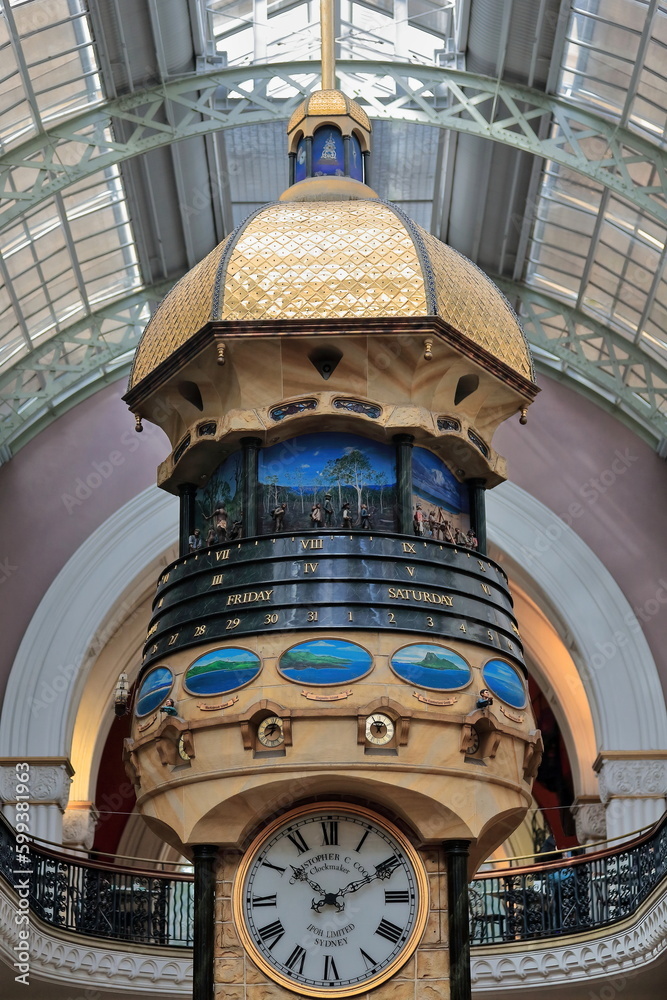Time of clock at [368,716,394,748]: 12:55
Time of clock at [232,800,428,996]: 10:10
